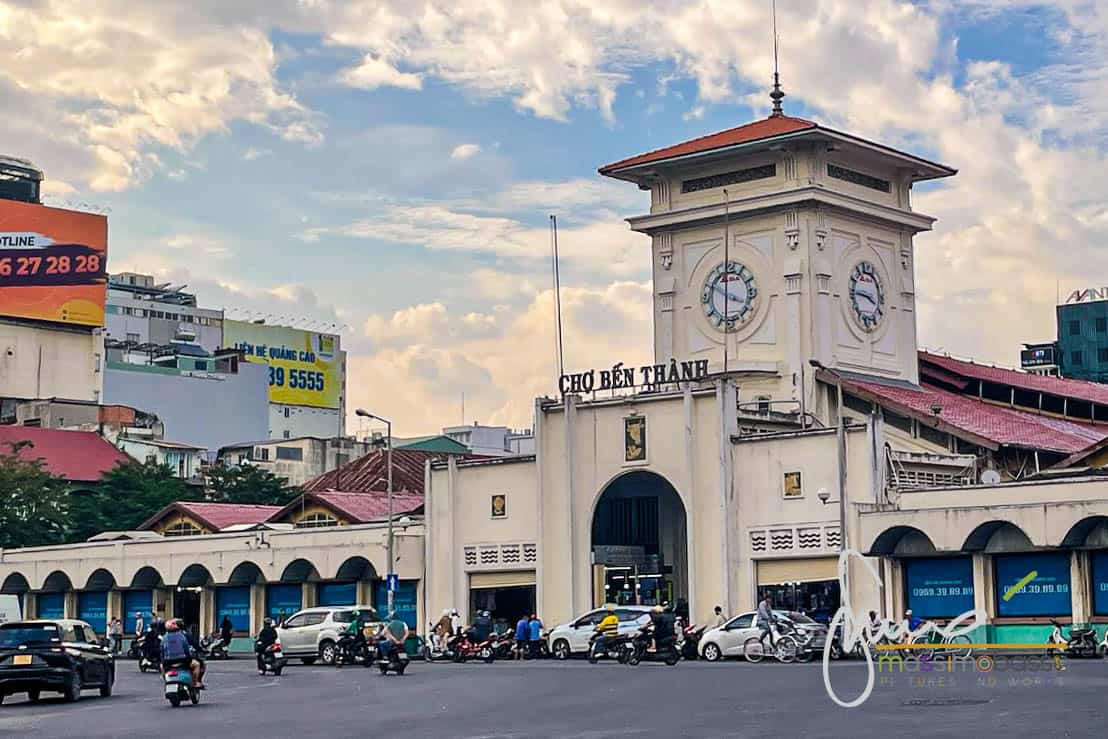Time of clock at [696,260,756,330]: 5:58
